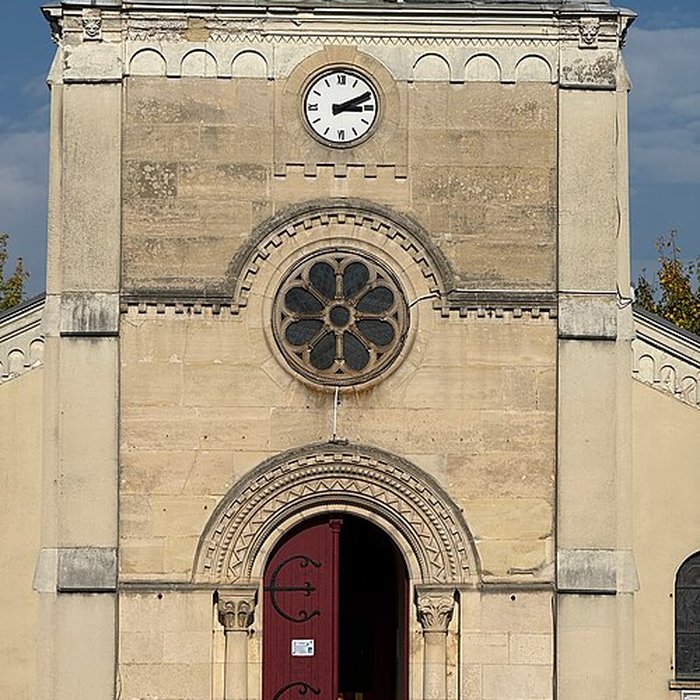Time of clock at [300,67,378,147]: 3:11
